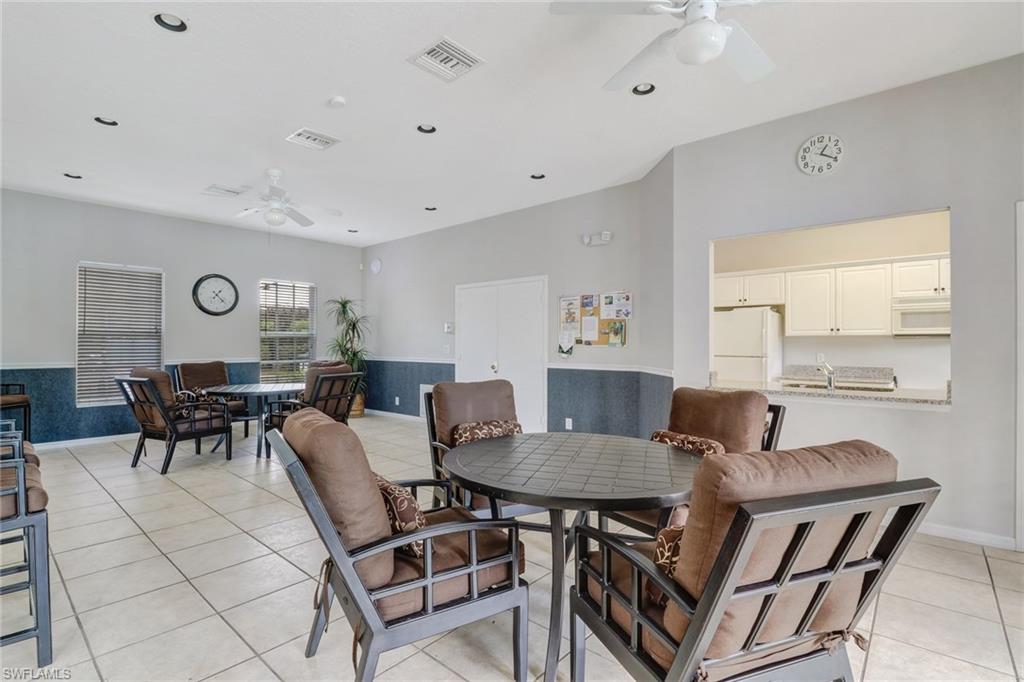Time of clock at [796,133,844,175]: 1:19
